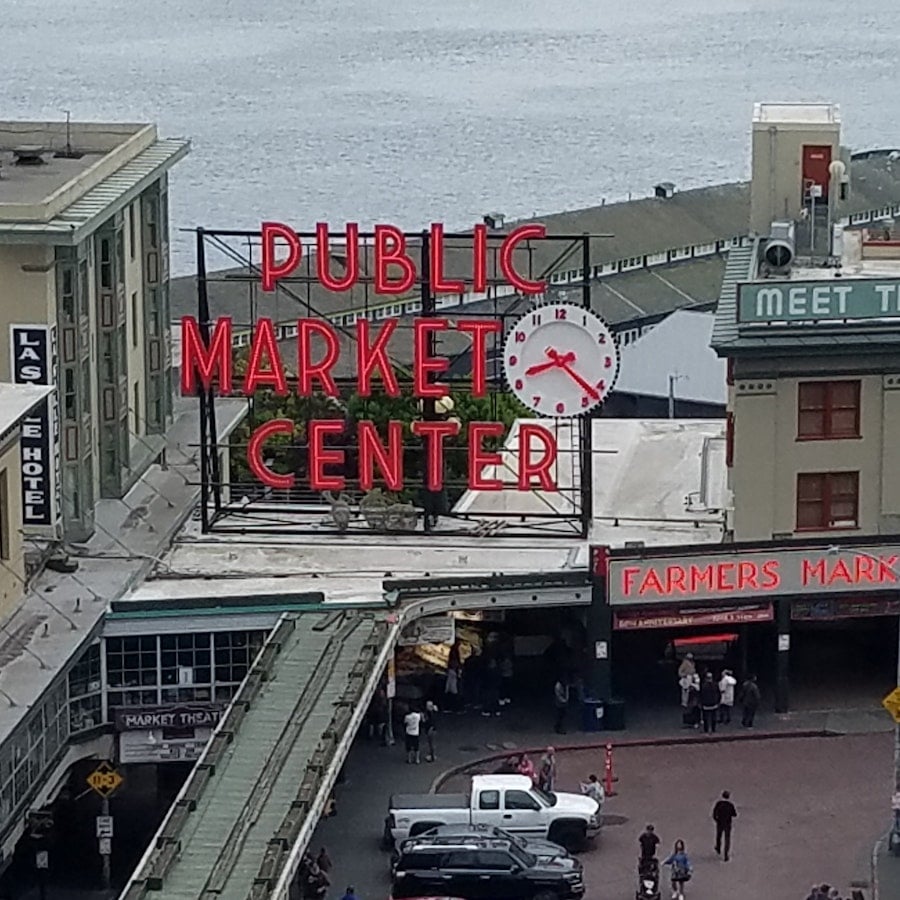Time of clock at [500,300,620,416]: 8:22
